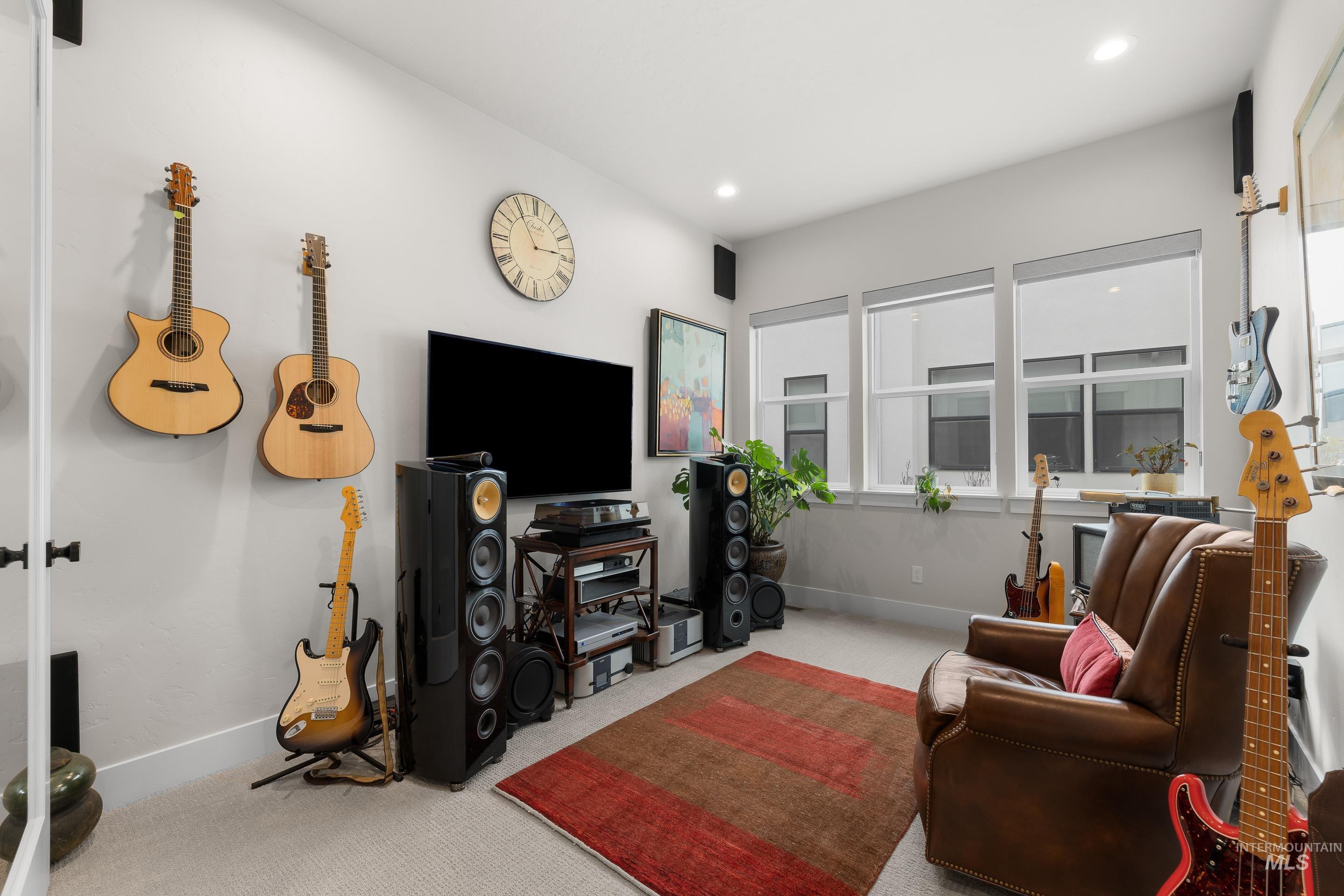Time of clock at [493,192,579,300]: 2:54
